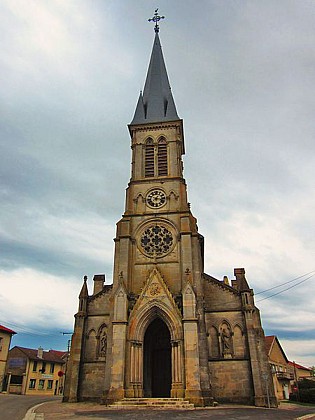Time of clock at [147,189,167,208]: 1:16
